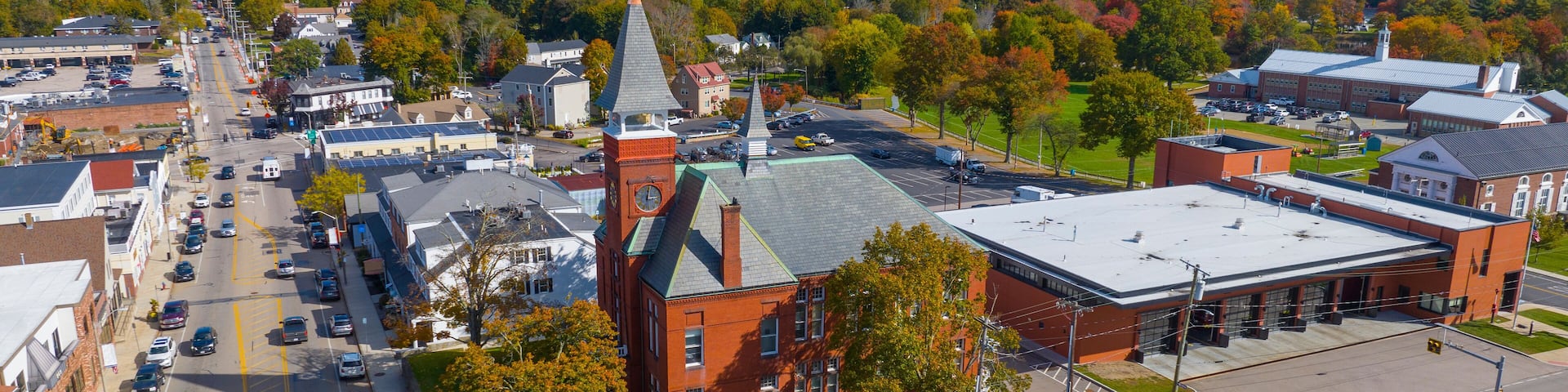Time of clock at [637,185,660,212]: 3:02
